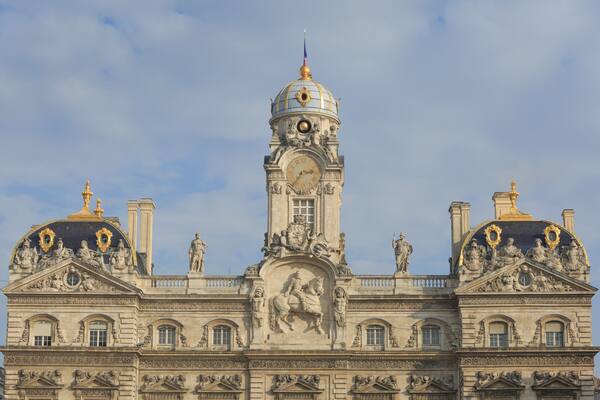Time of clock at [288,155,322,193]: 2:36
